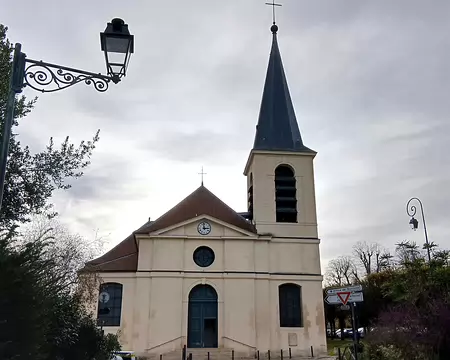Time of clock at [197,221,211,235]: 2:58
